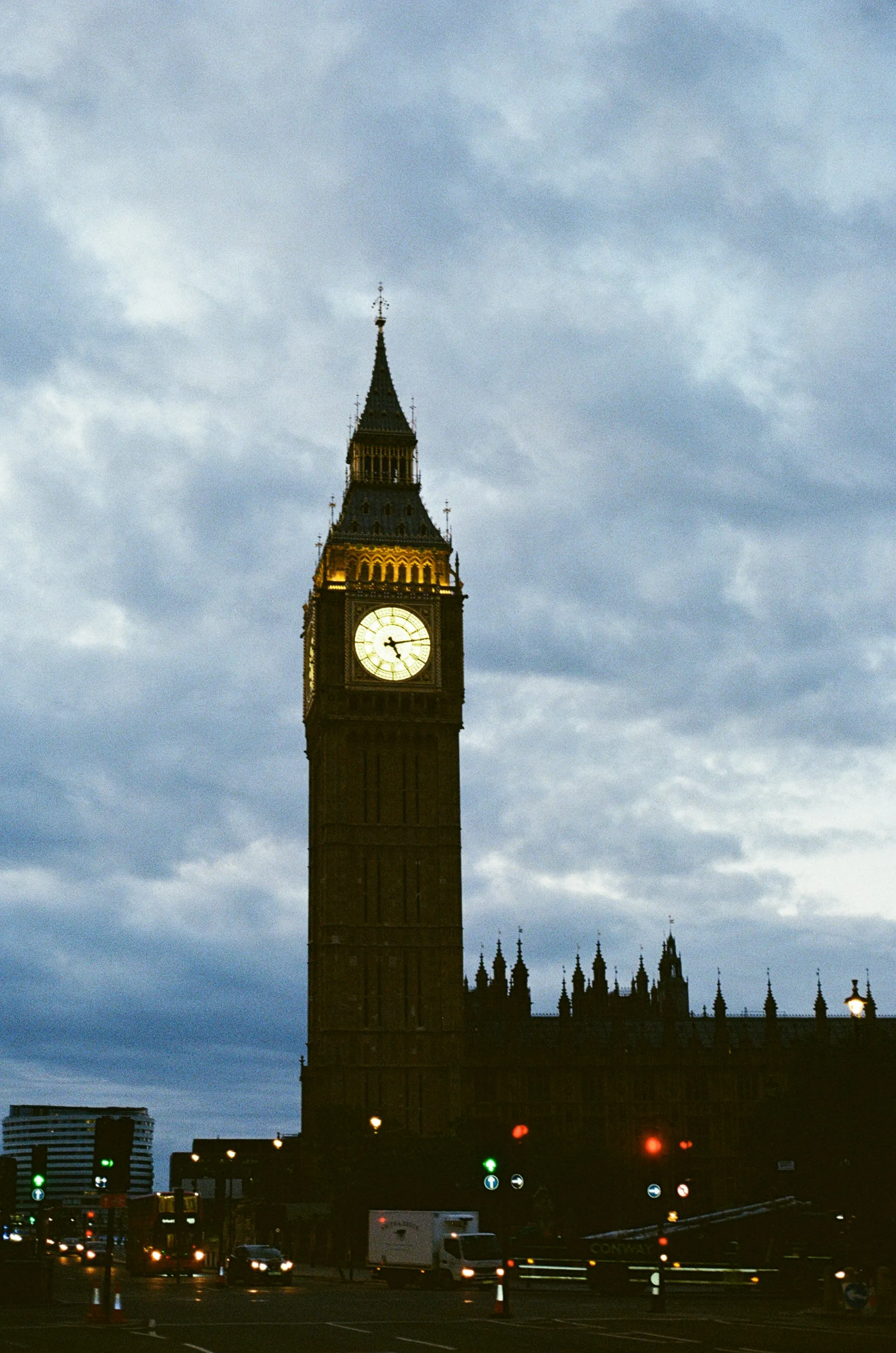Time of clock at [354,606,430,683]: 5:13
